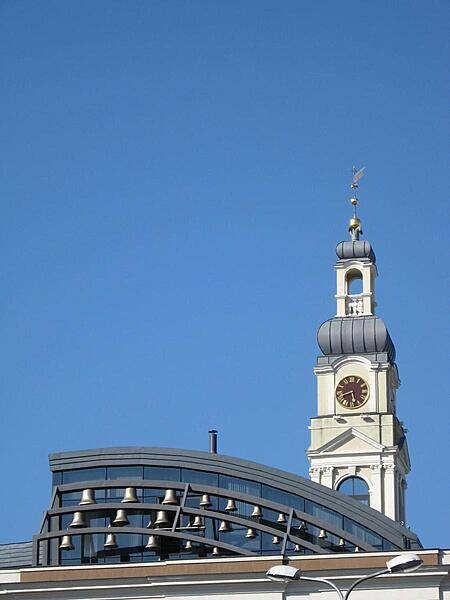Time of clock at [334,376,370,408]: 5:40
